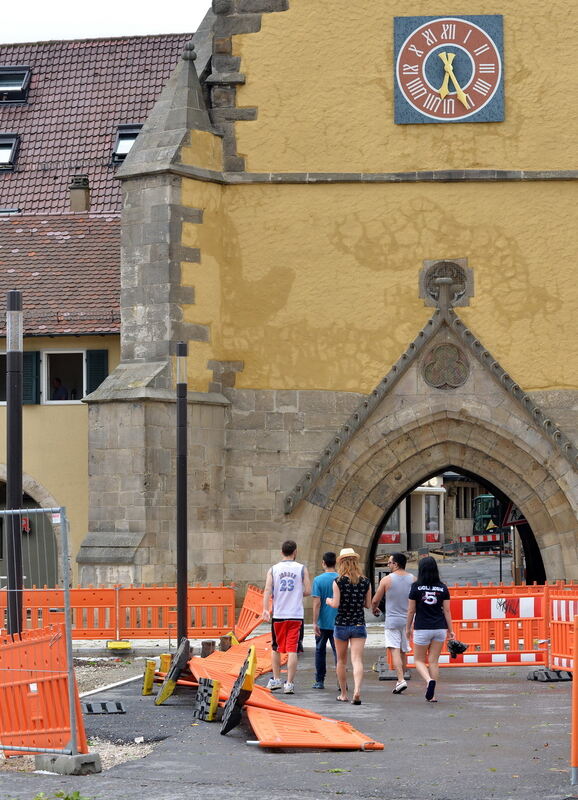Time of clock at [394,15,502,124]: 6:25
